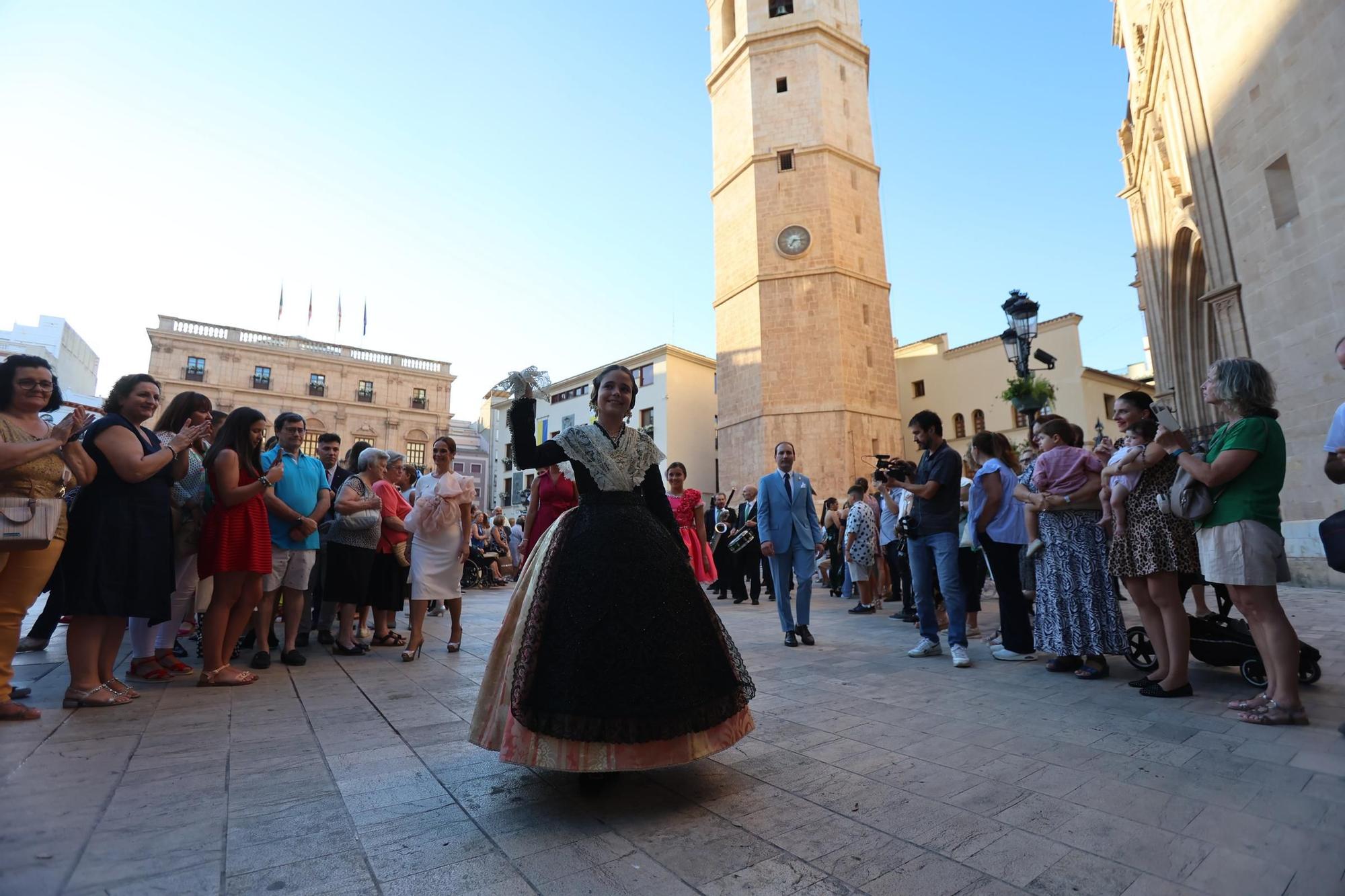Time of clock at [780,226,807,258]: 7:14
